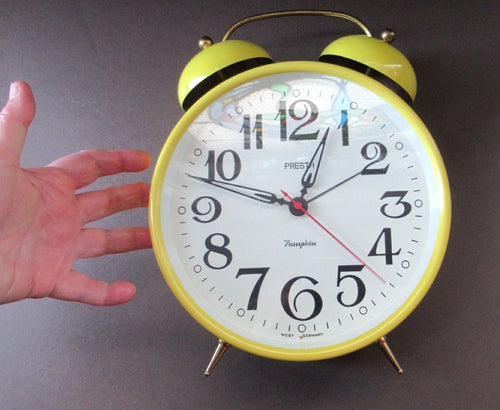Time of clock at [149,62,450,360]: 12:47
